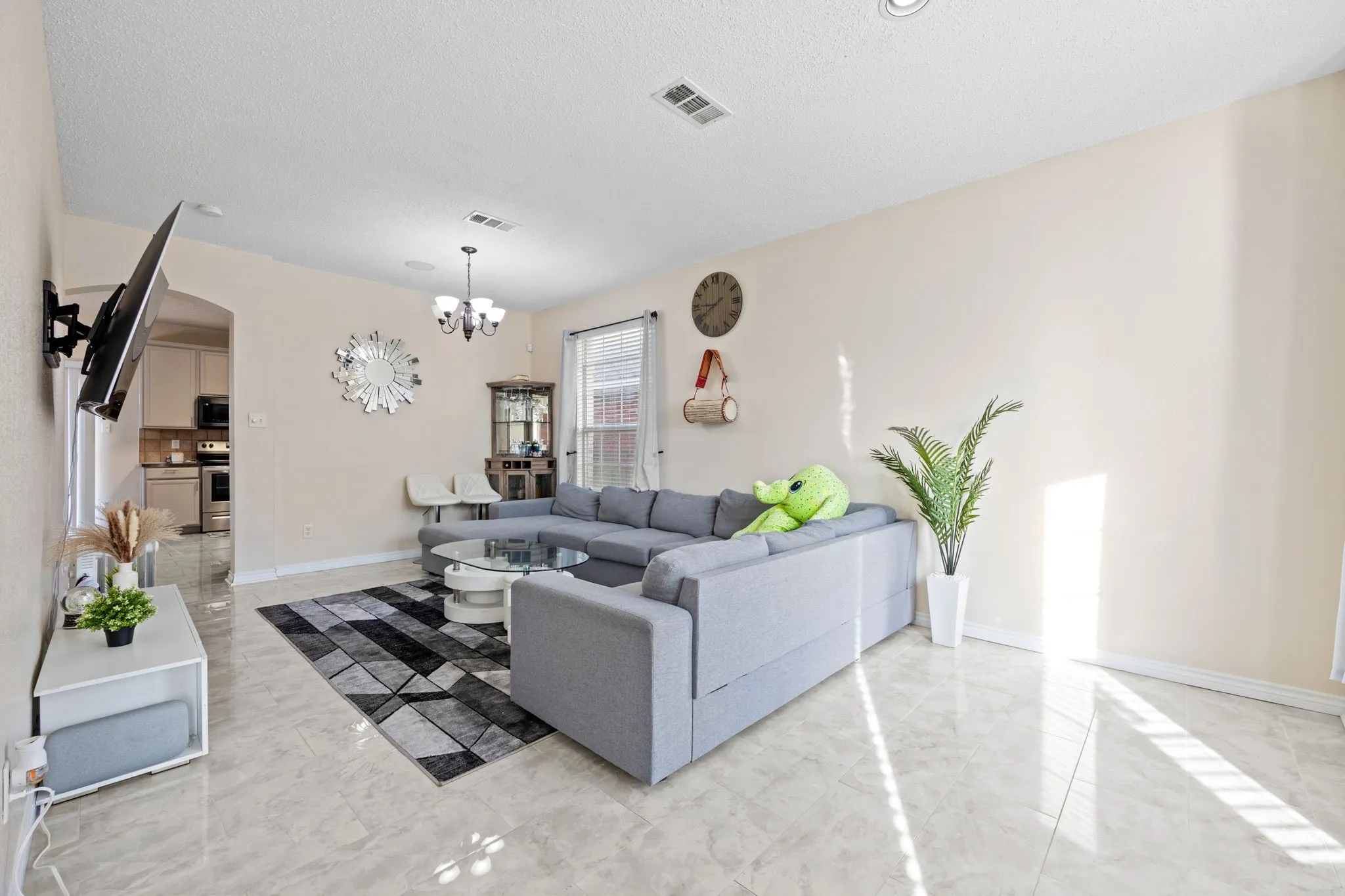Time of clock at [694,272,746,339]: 8:39
